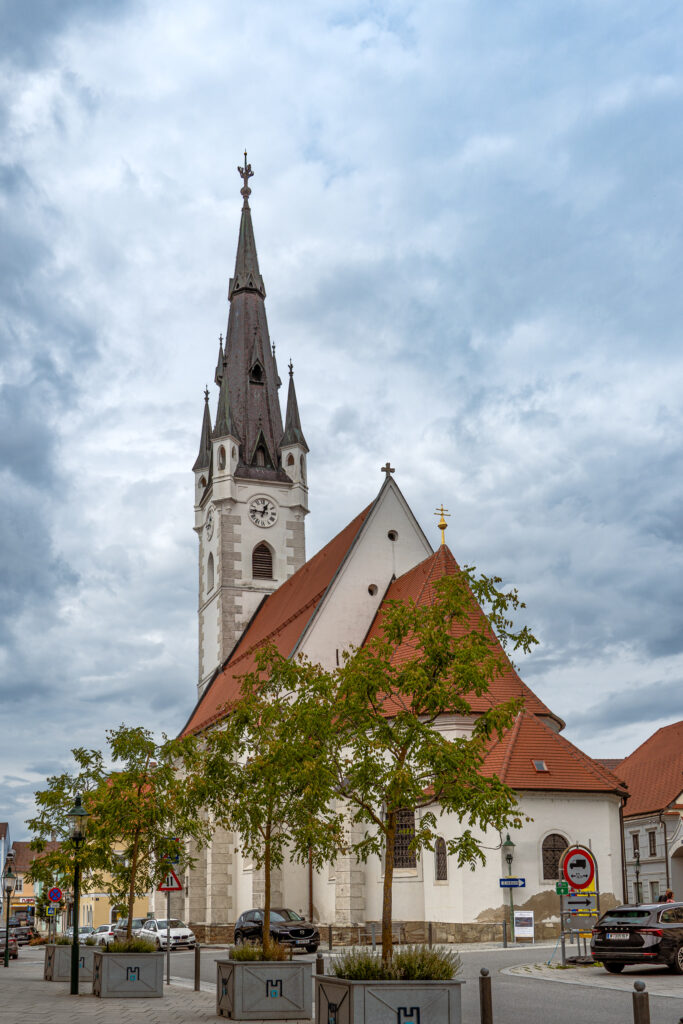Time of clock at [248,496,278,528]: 12:46
